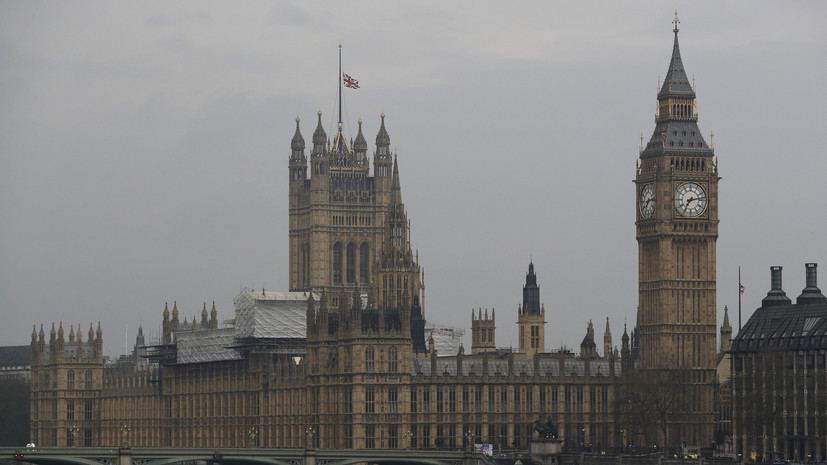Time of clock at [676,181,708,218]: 7:13
